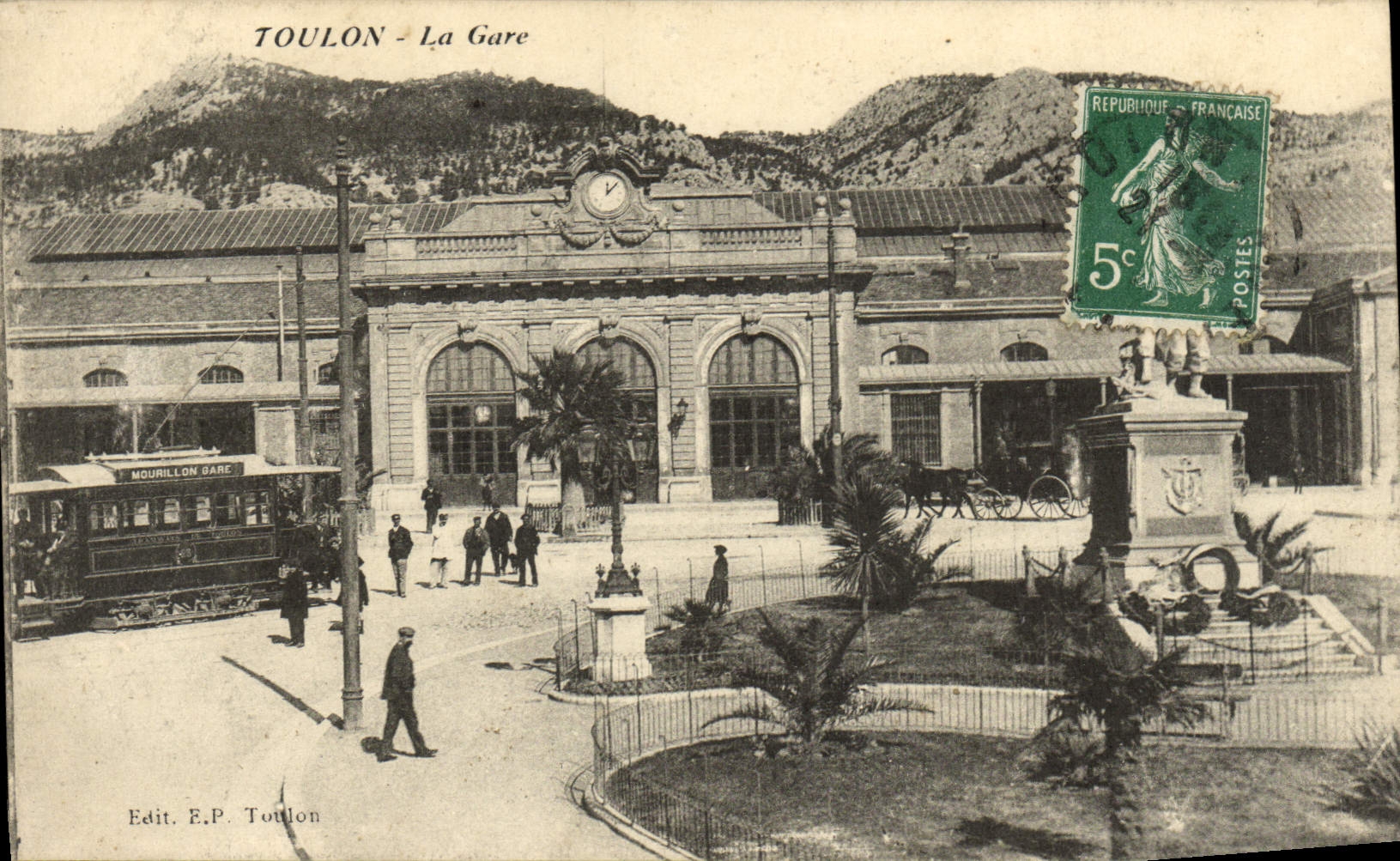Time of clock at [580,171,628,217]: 12:07
